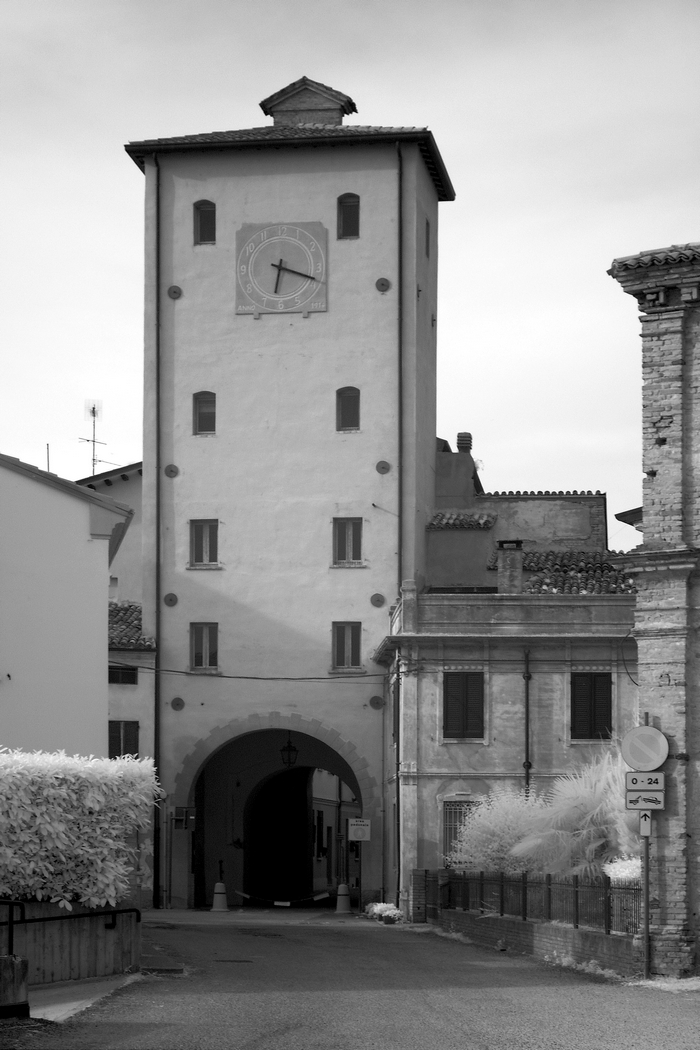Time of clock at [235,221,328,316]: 6:18
